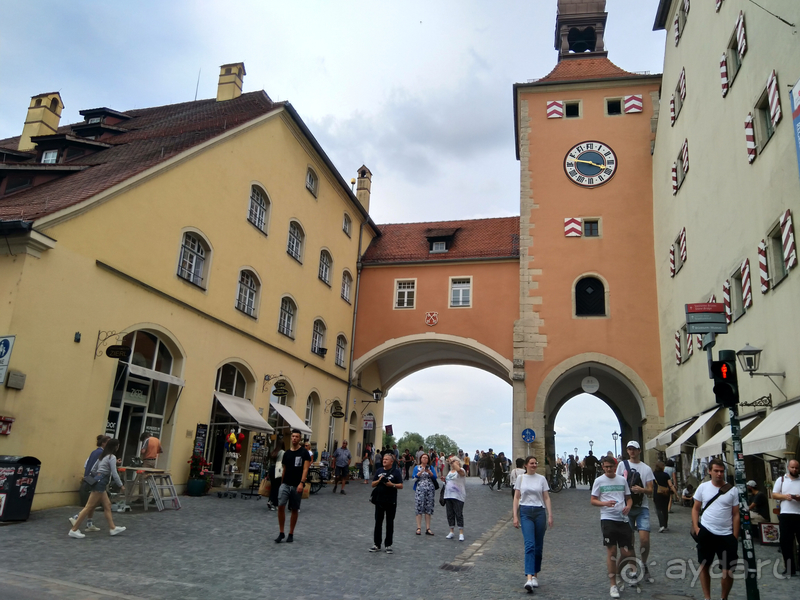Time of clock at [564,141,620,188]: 3:47
